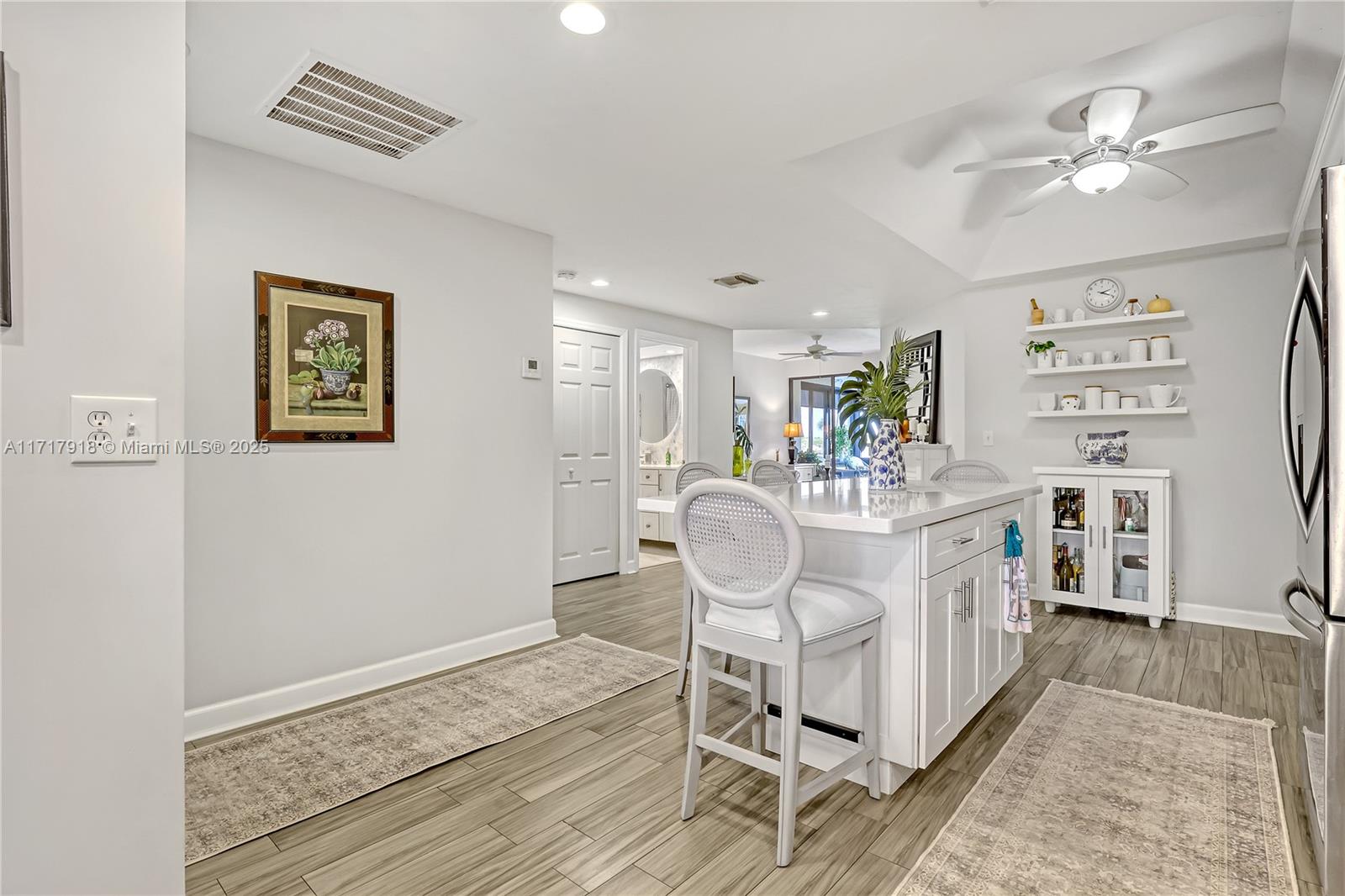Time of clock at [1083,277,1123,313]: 2:18
